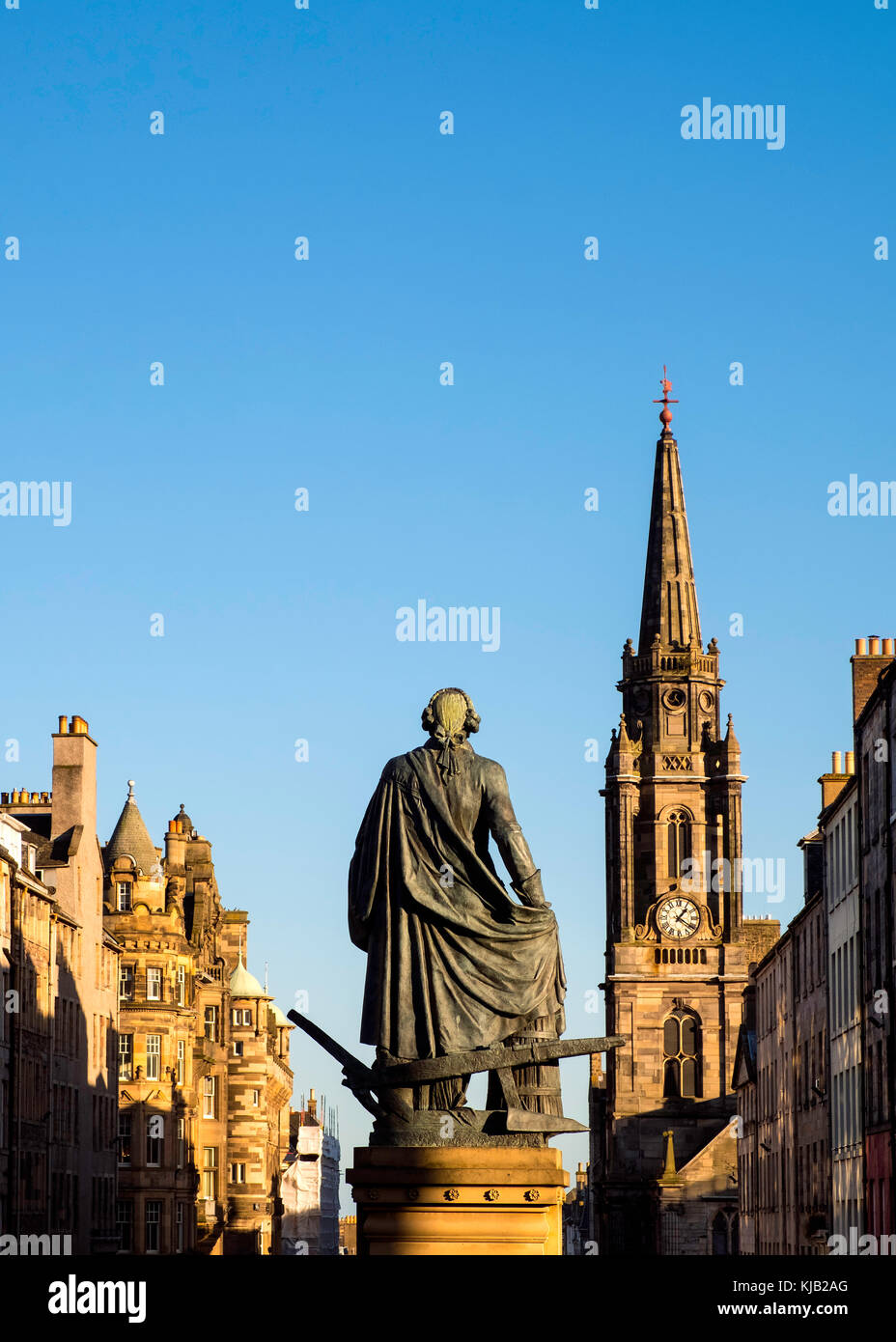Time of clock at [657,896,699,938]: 1:20
